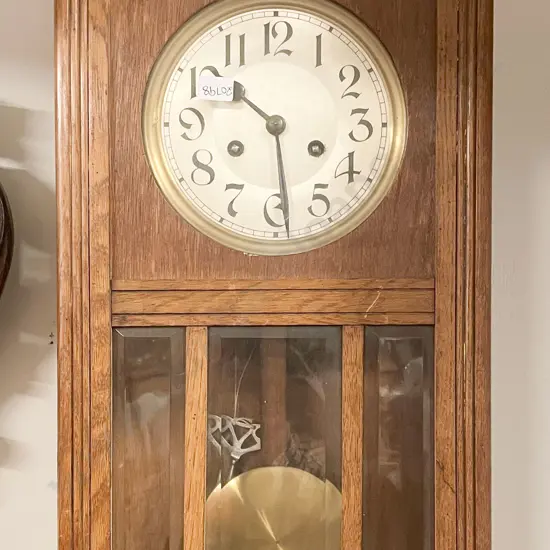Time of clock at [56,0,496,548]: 10:28
